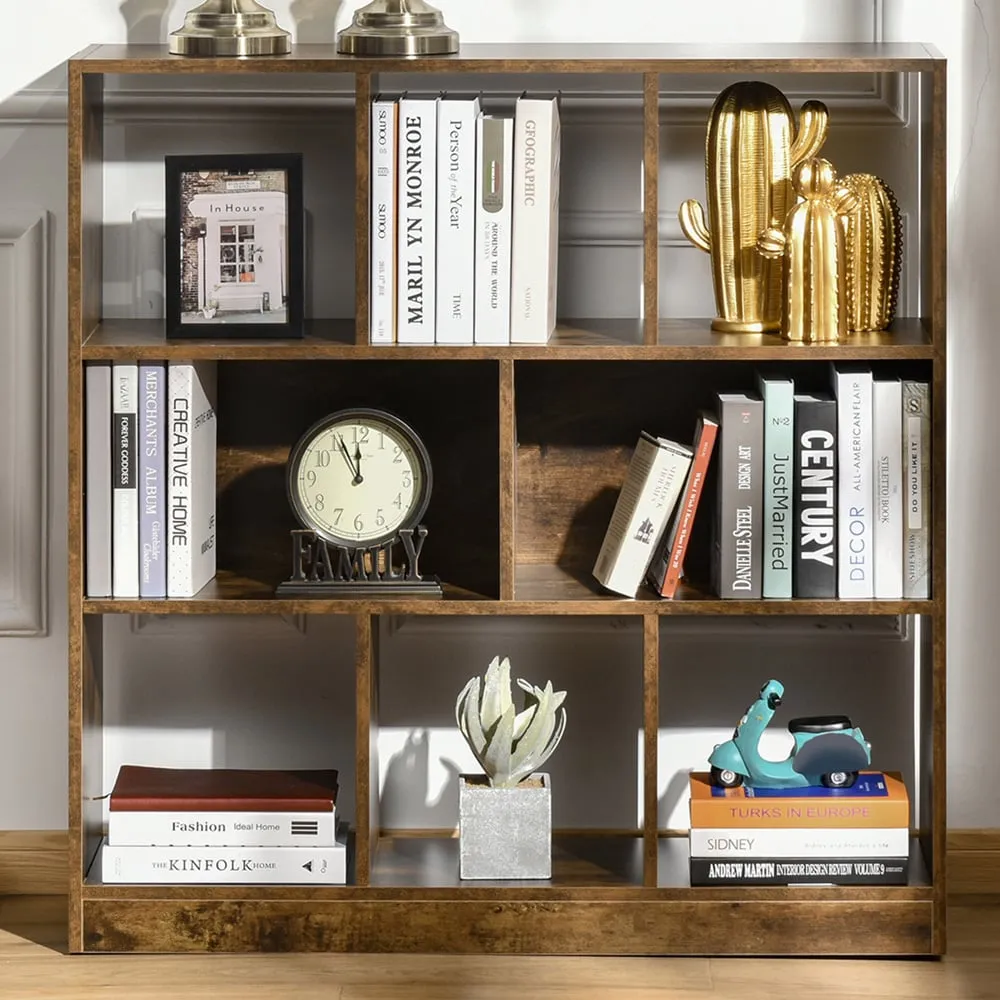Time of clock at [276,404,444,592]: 11:55
